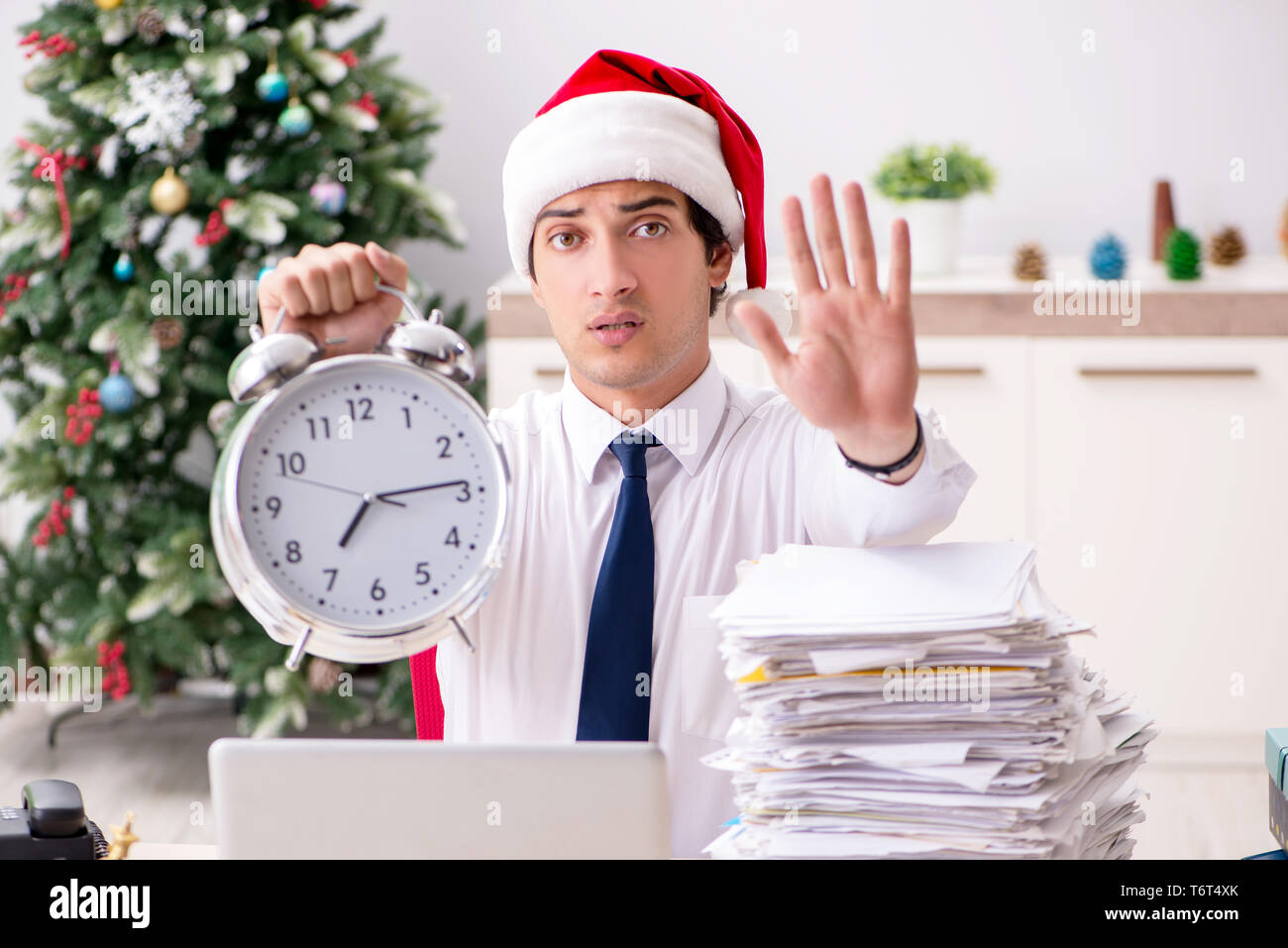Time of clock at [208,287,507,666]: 7:14
